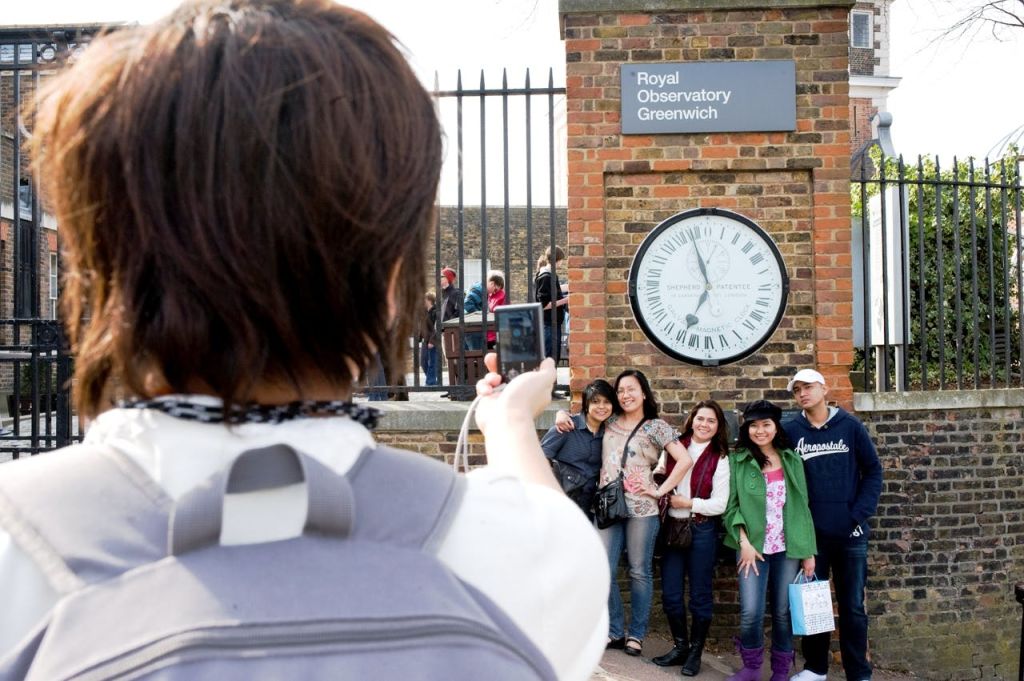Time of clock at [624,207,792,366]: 6:56
